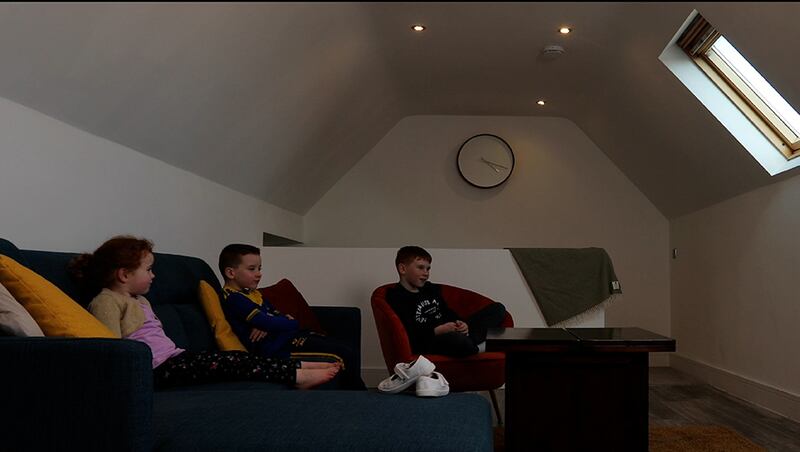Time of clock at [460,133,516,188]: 4:18
